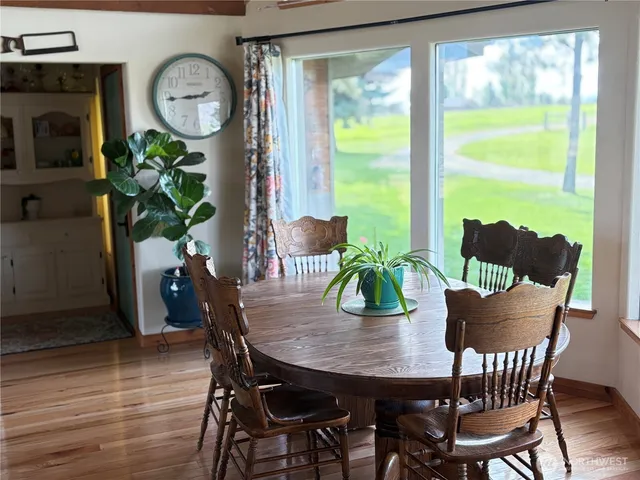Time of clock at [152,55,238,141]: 2:44
